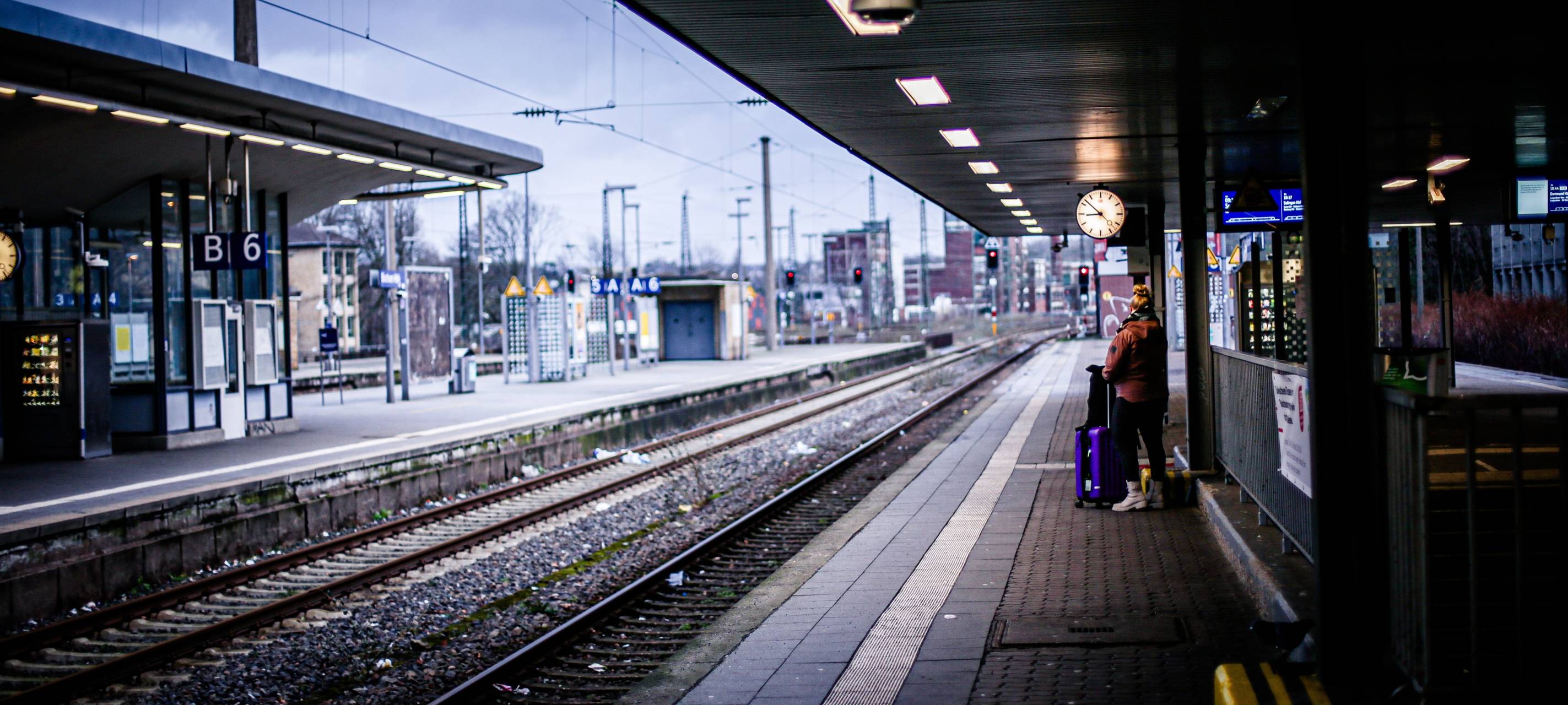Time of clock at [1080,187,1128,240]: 8:52
